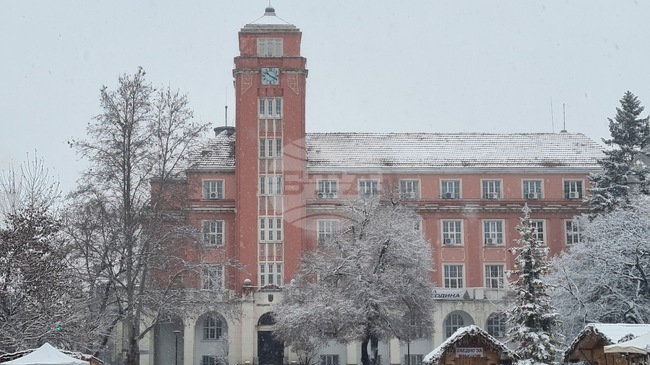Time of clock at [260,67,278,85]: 10:20
